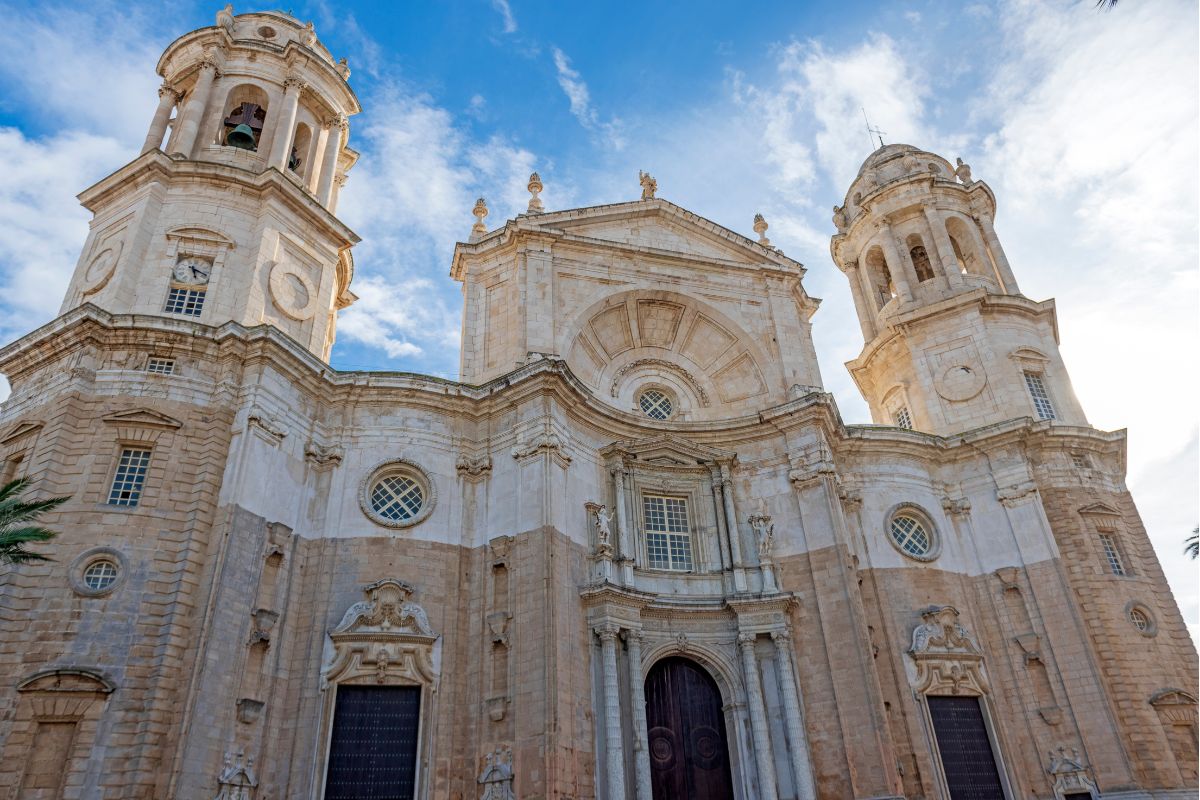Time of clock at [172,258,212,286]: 5:18
